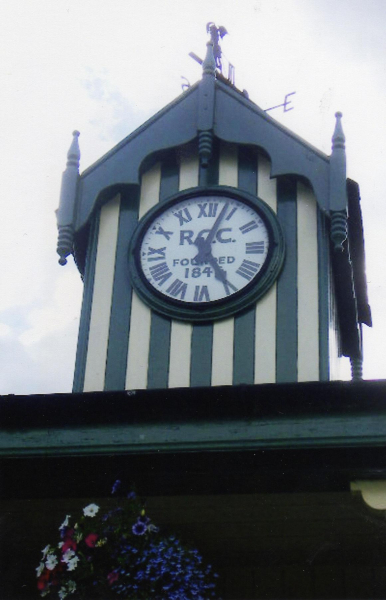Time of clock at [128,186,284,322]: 5:03
